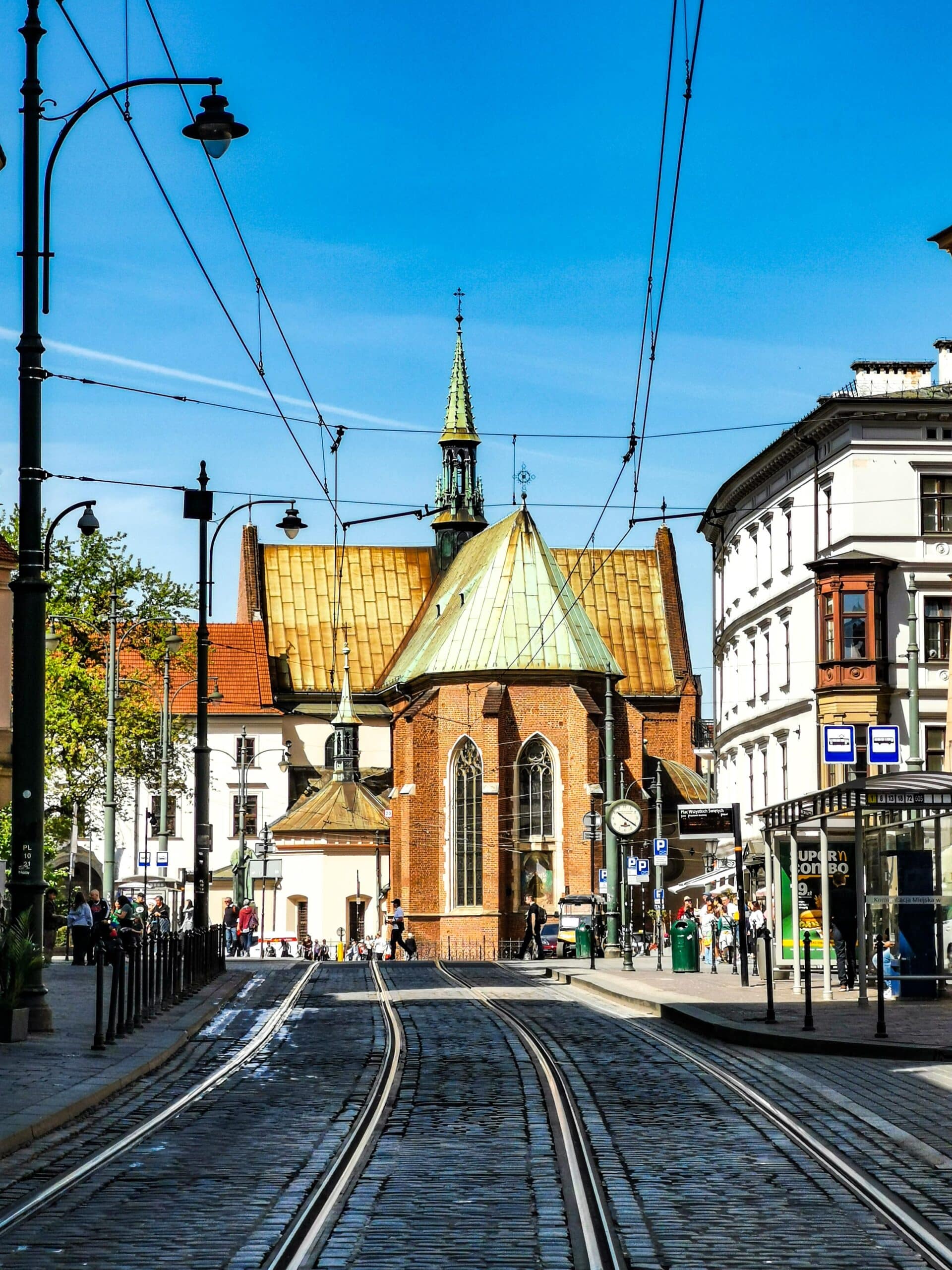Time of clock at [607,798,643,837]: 10:20
